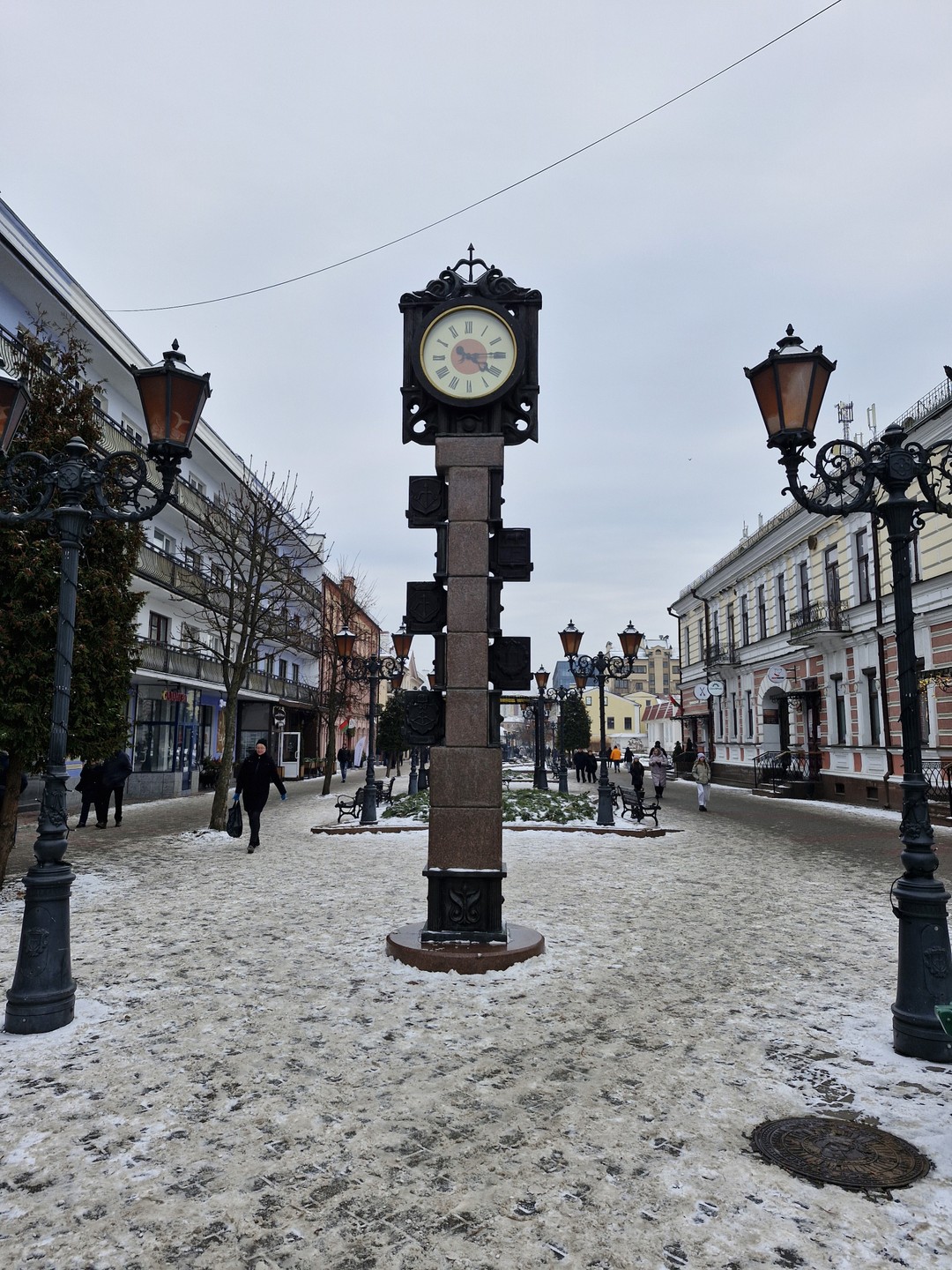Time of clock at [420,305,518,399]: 4:14
